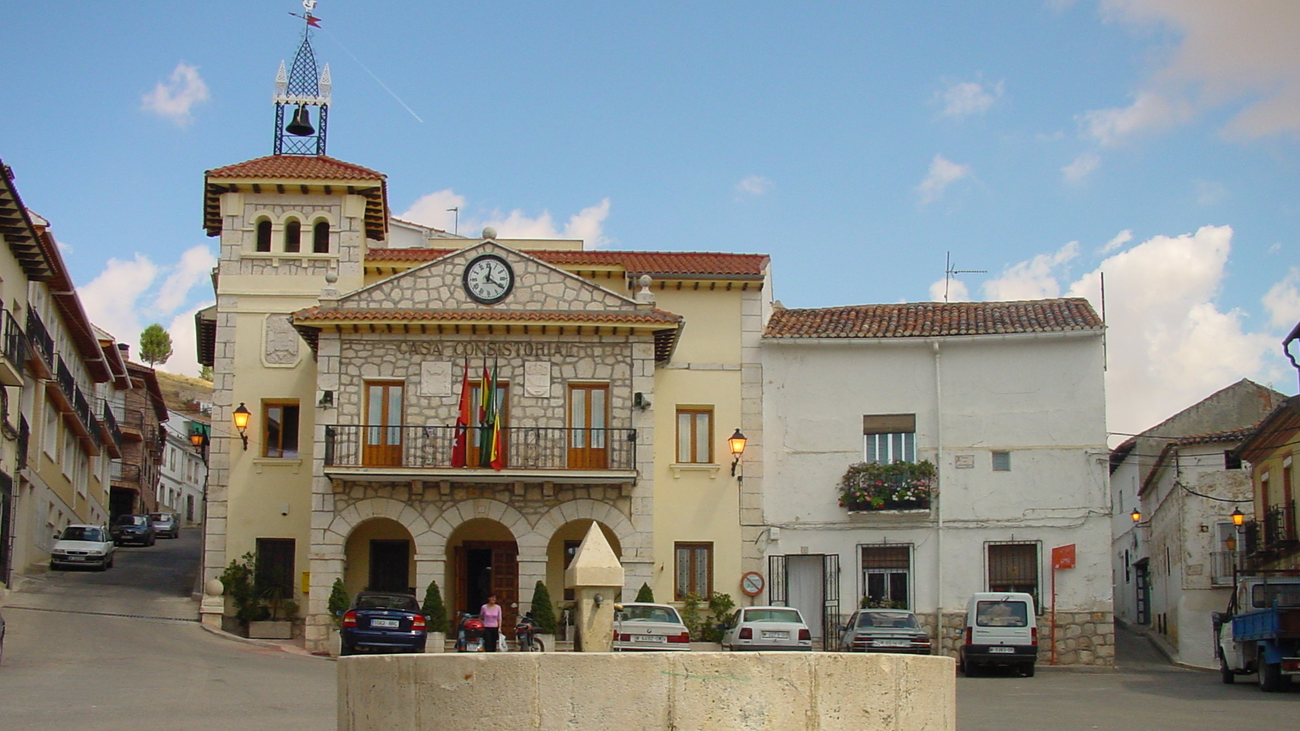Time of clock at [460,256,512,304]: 12:20
